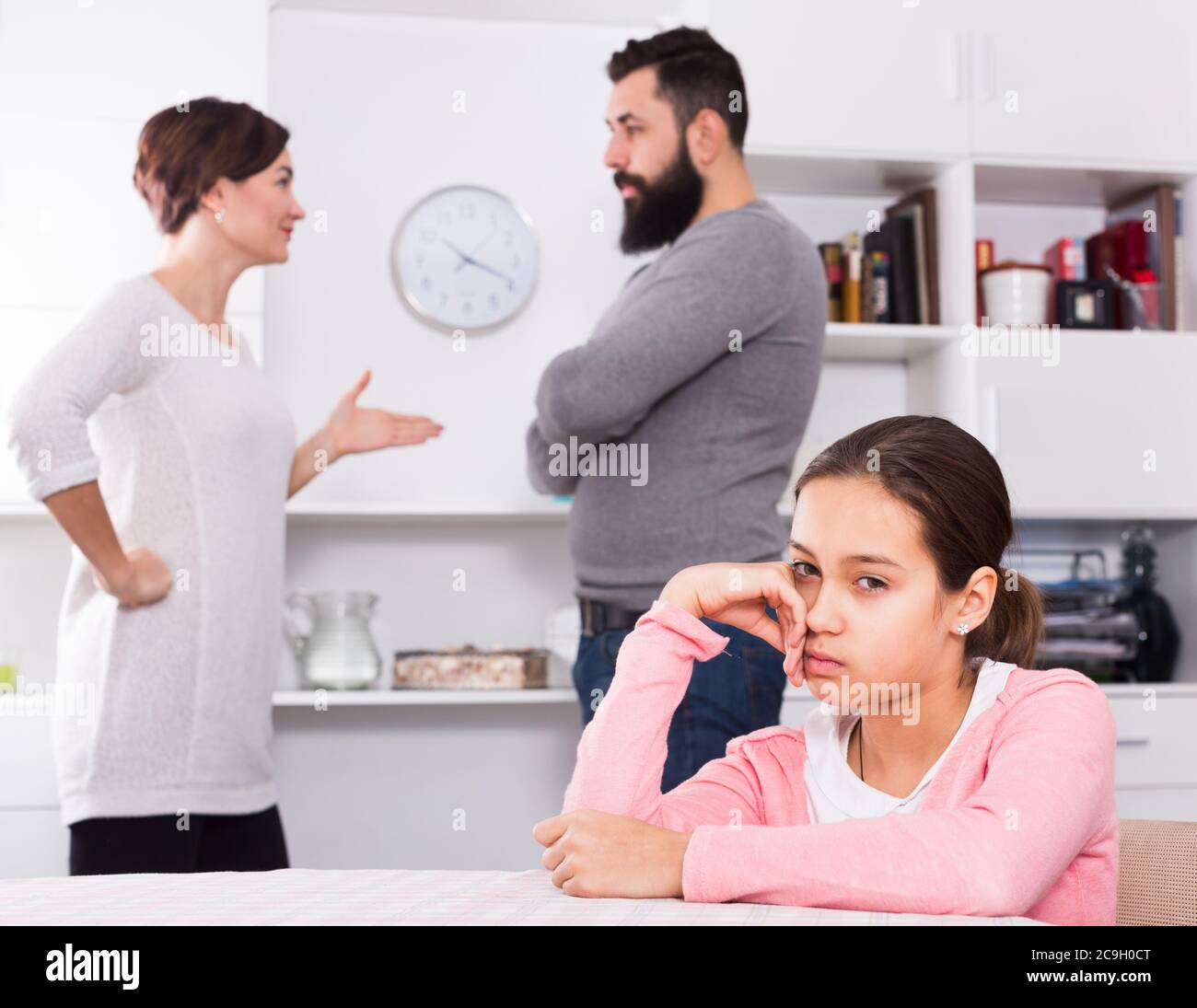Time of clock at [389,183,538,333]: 10:19
